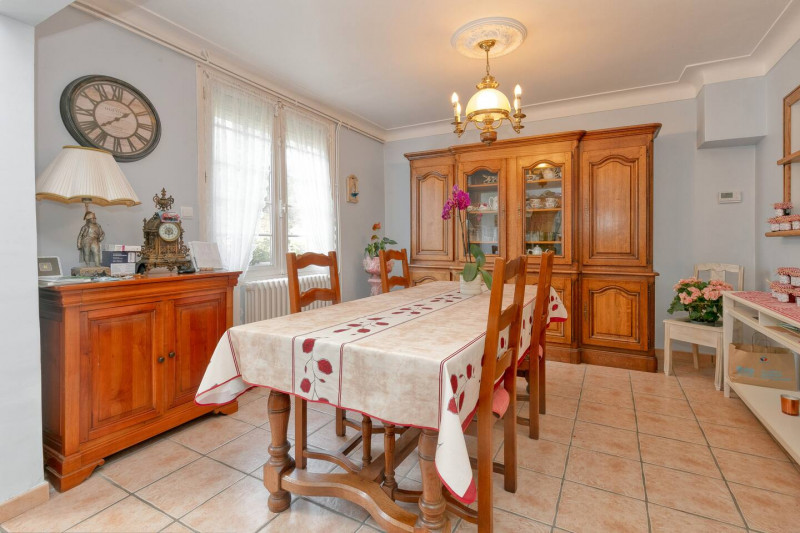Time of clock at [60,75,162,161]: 1:38
